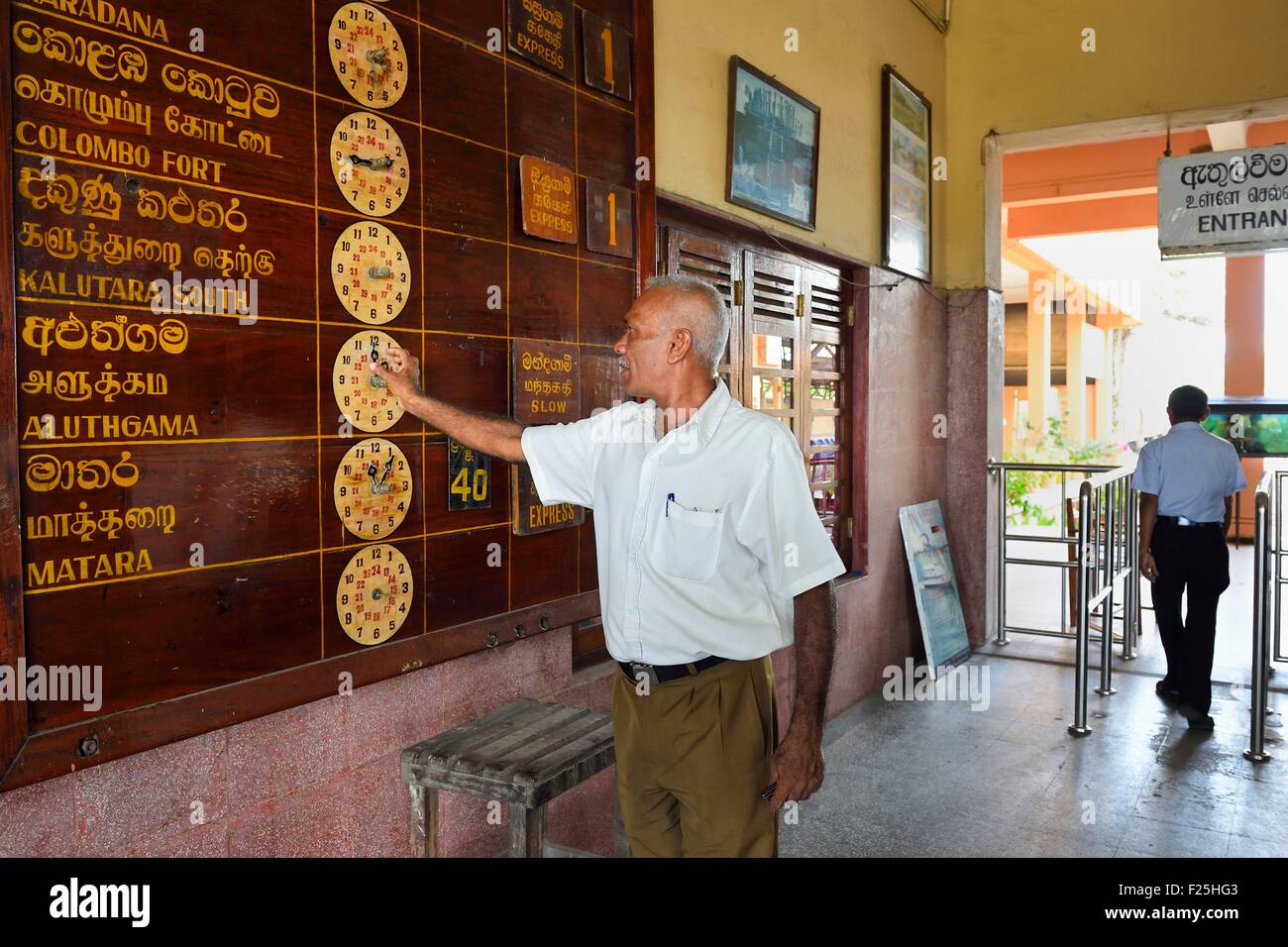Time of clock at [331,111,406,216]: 9:12
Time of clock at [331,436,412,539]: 11:06
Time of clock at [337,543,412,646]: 3:17
